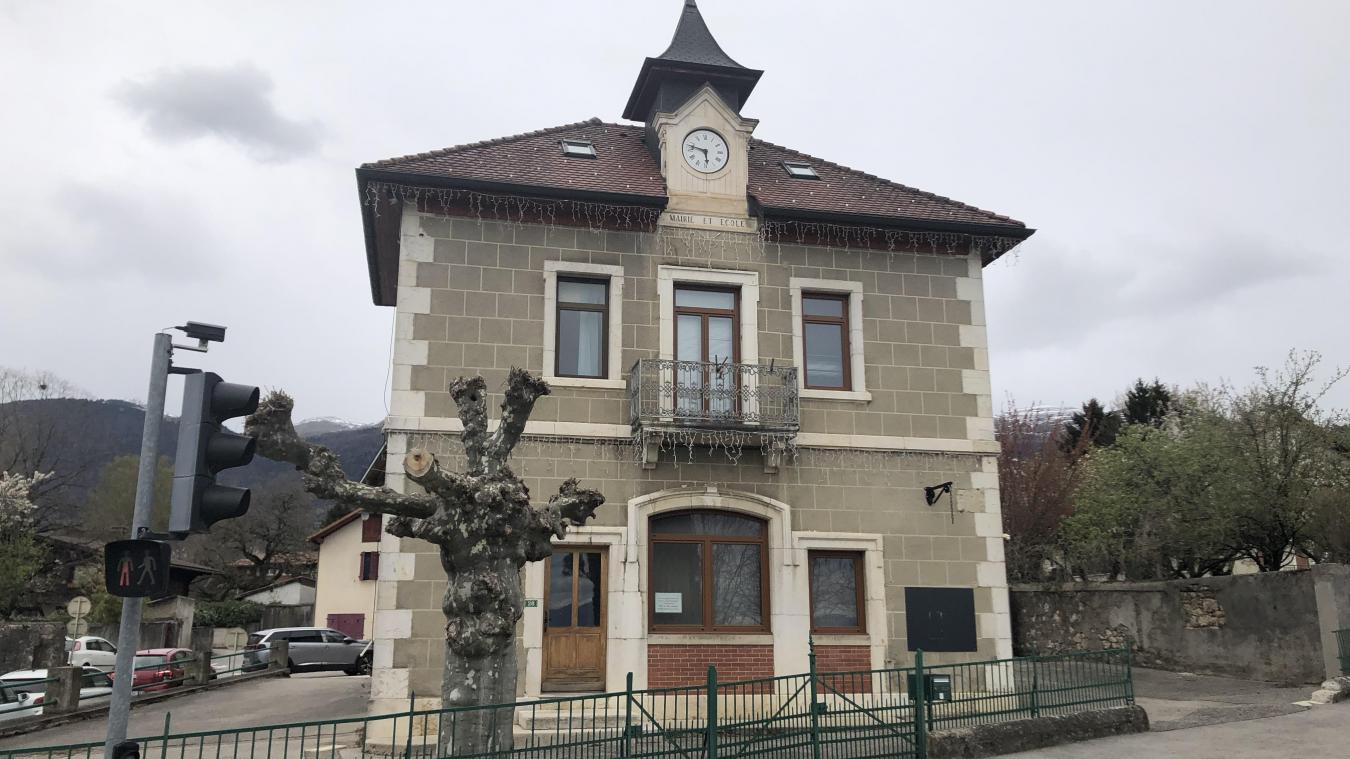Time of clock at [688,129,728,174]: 5:47
